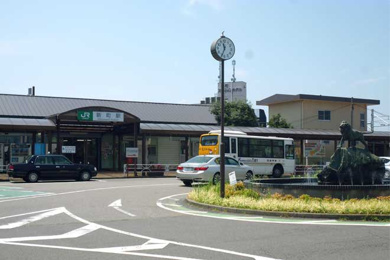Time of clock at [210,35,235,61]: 11:33
